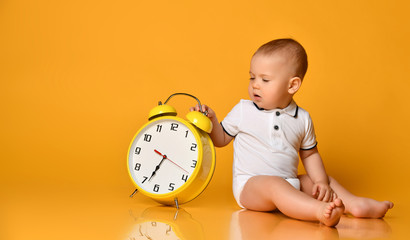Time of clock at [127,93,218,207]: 6:33
